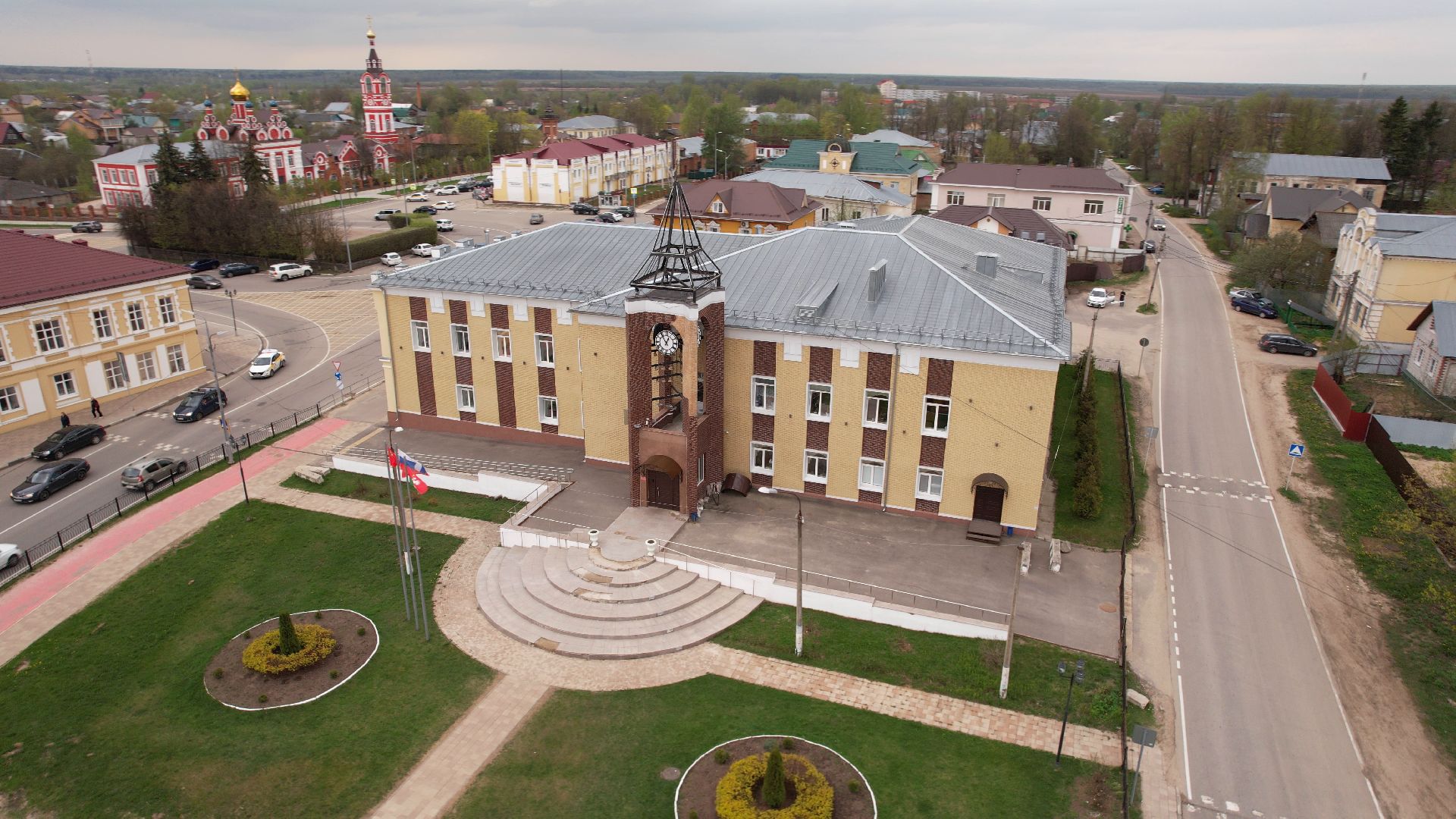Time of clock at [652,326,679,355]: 12:54
